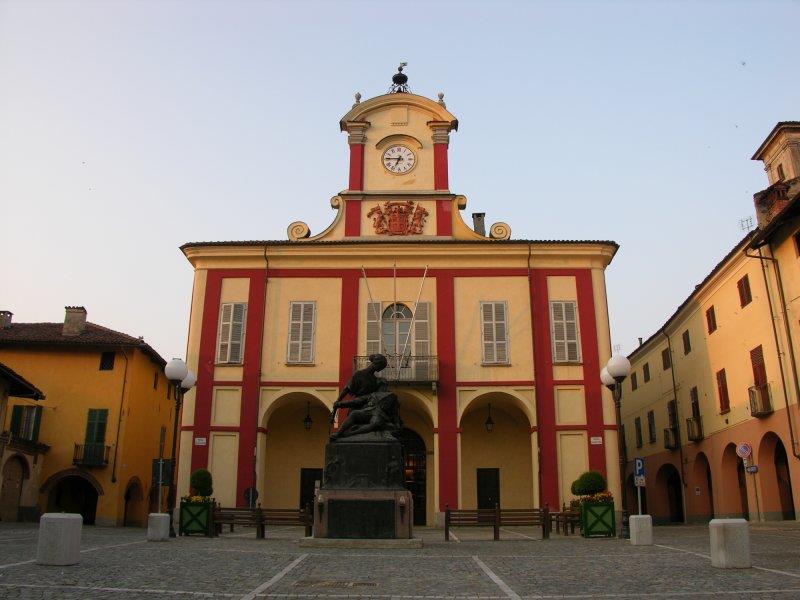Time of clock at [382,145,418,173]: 6:45
